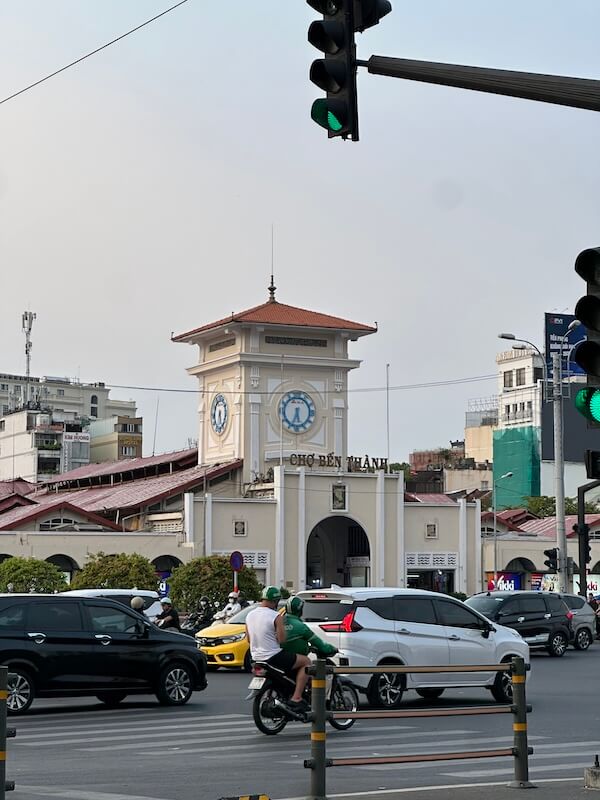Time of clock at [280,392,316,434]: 5:33
